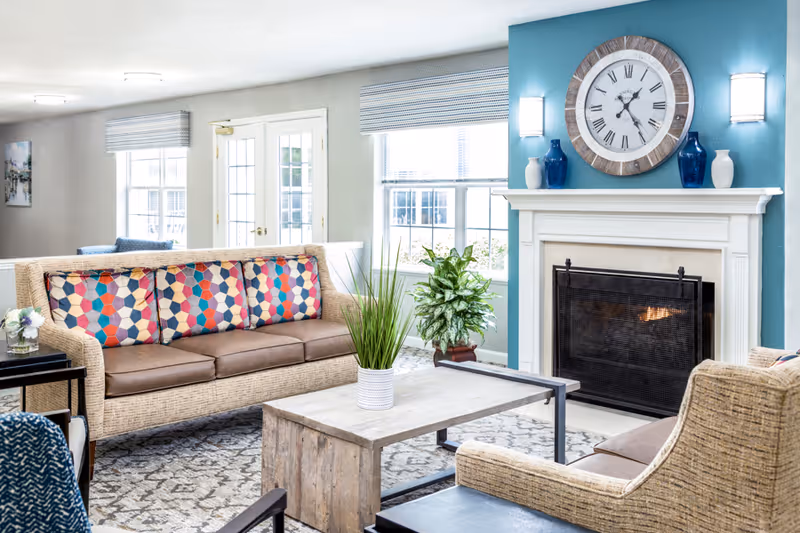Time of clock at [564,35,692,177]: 1:24
